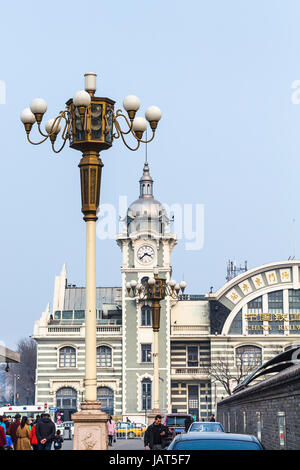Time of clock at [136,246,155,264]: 3:37
